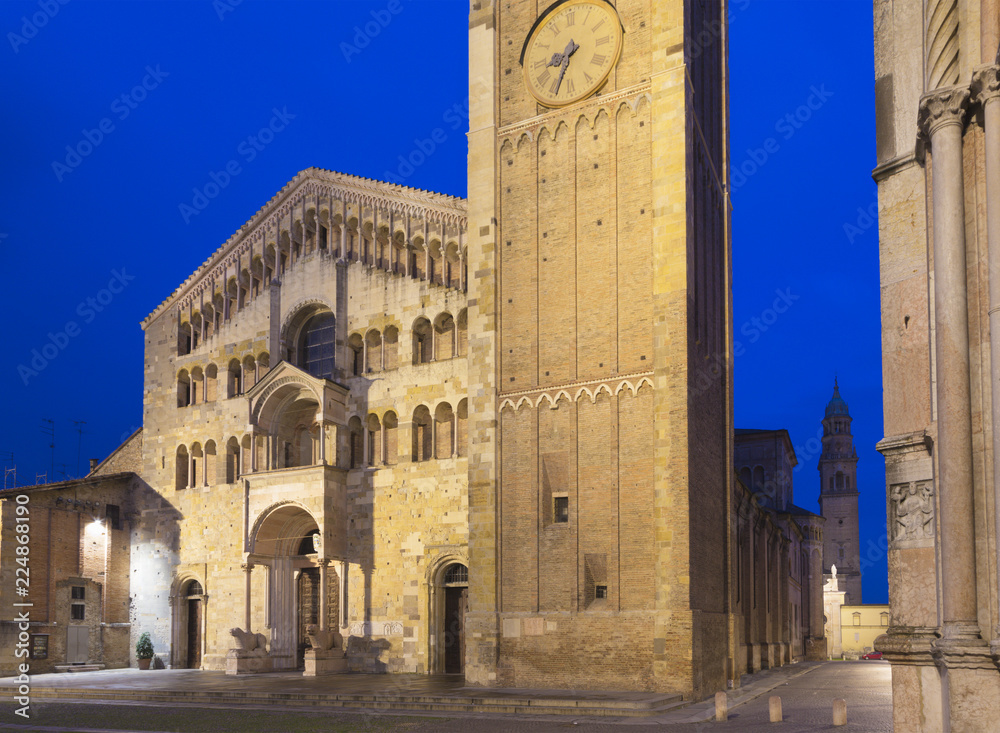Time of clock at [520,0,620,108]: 8:33
